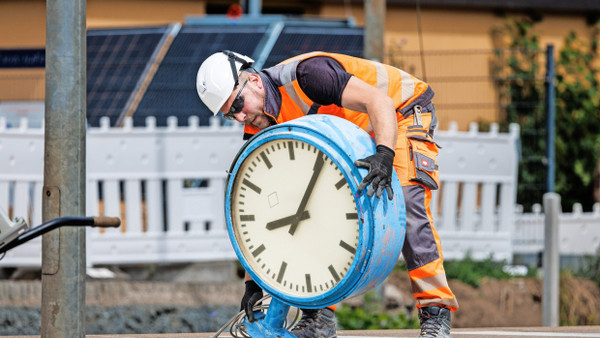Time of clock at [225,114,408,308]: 8:05
